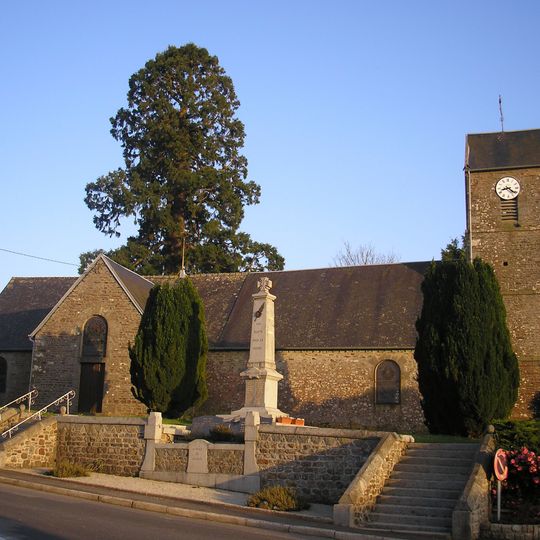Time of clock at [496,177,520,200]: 8:21
